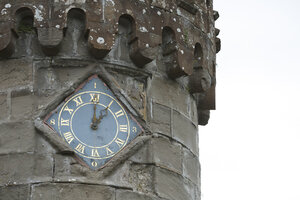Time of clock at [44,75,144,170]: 1:00
